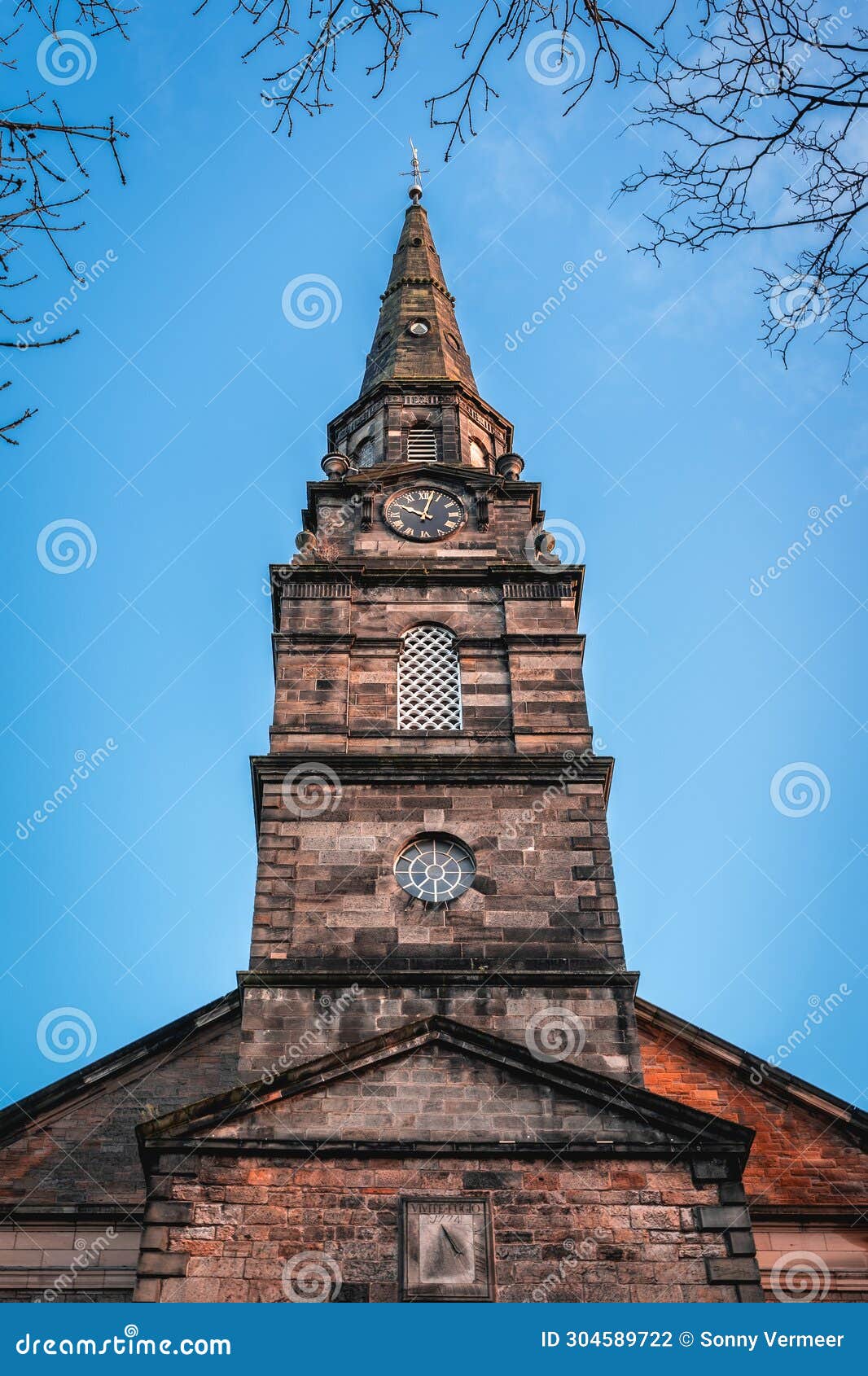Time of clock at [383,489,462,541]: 10:02
